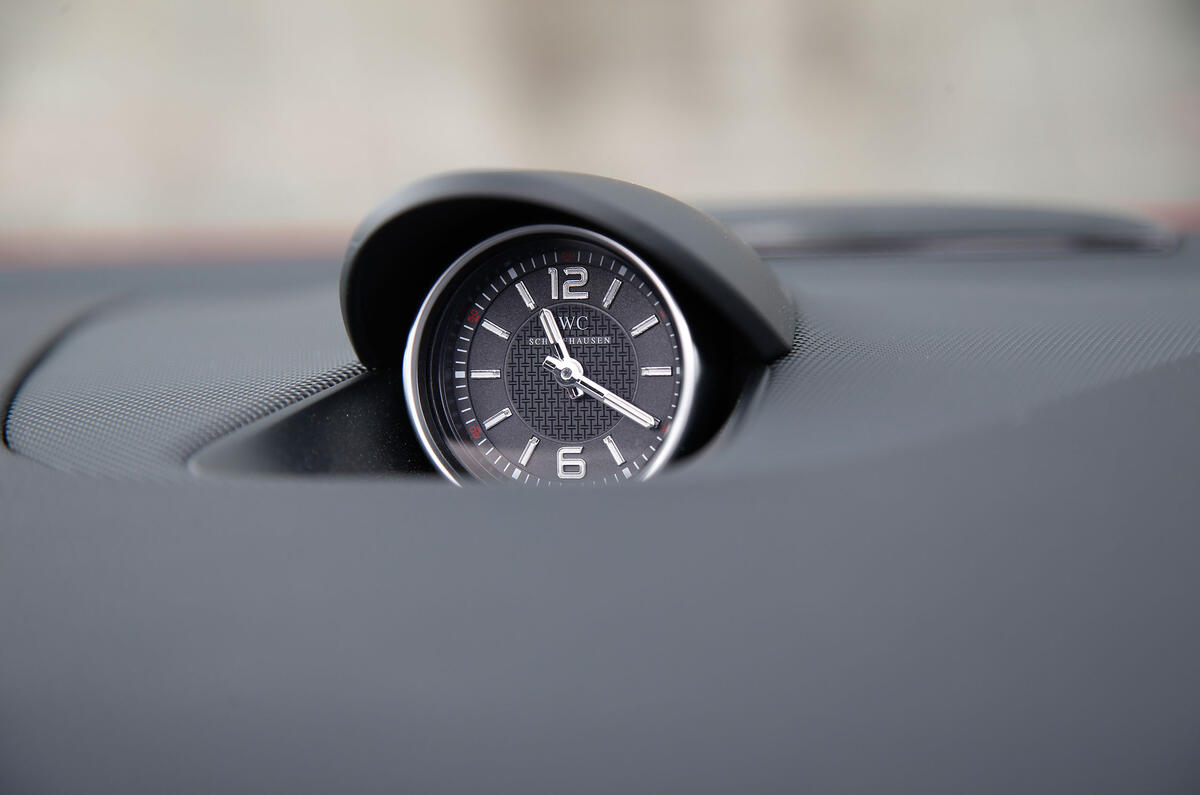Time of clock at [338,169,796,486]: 11:20
